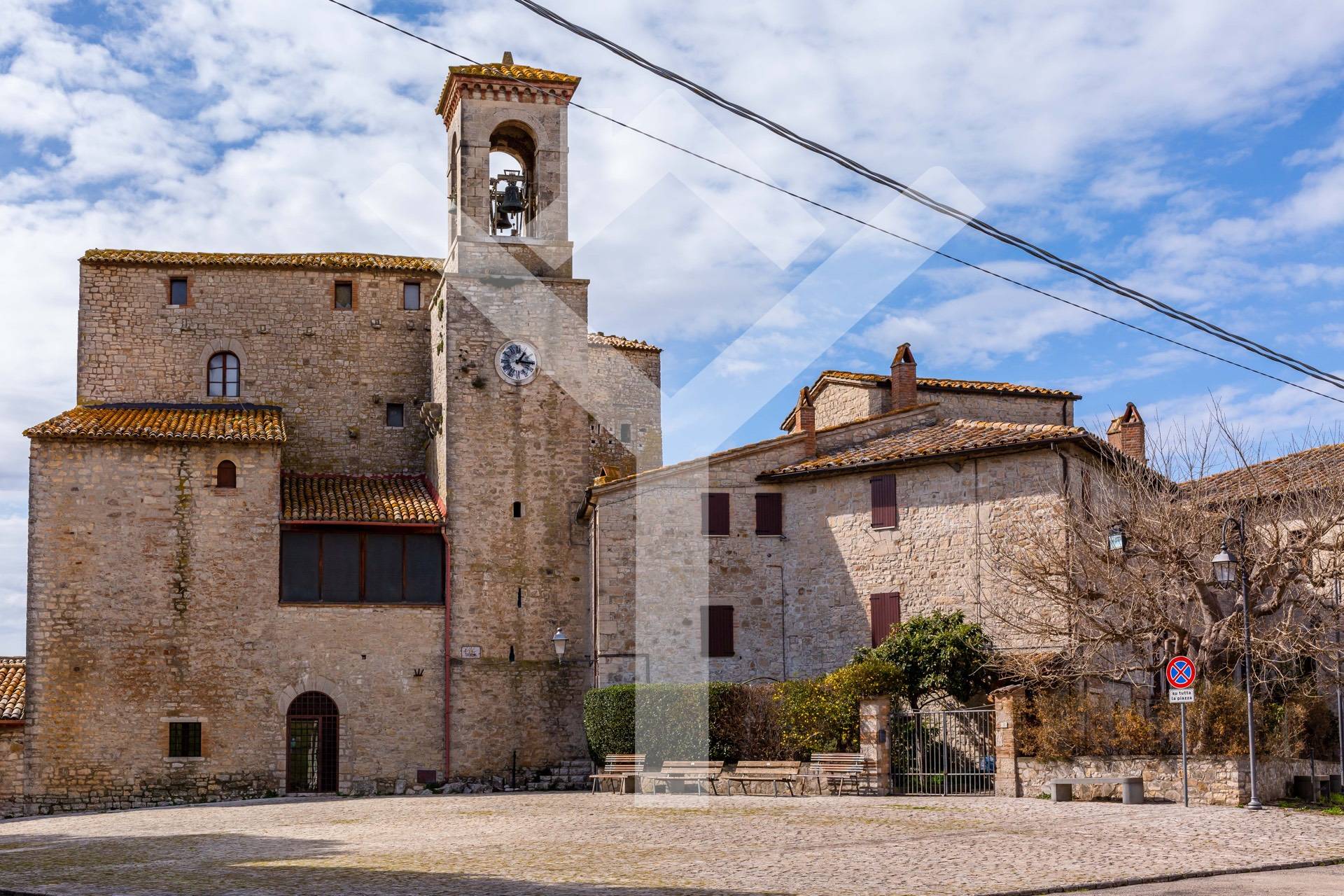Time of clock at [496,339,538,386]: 1:16
